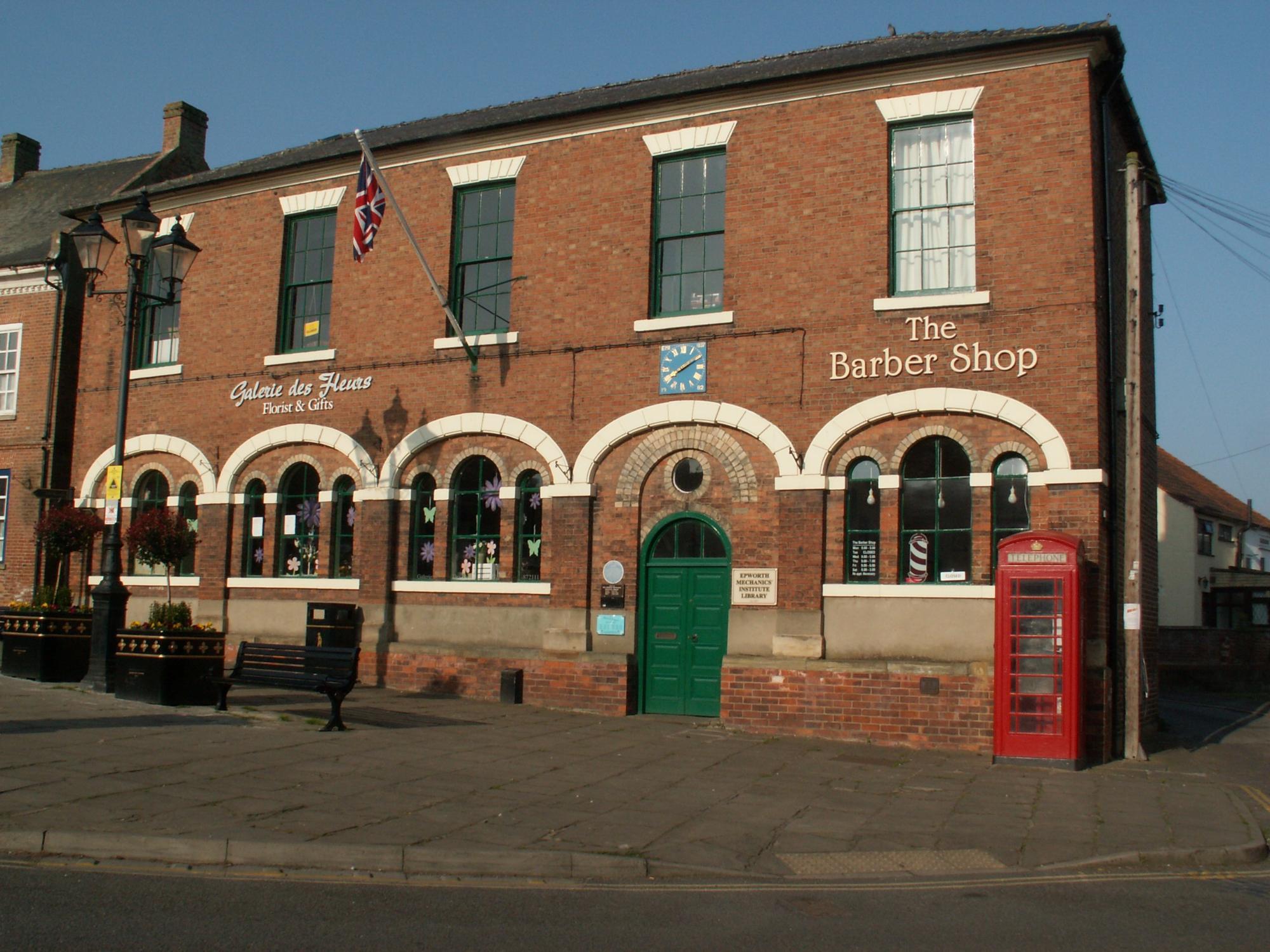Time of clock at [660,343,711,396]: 8:10
